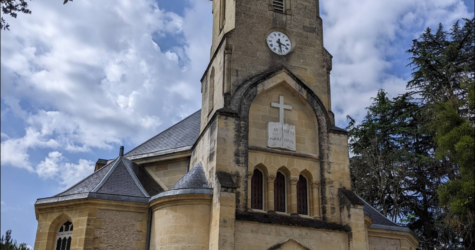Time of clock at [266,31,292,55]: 3:28
